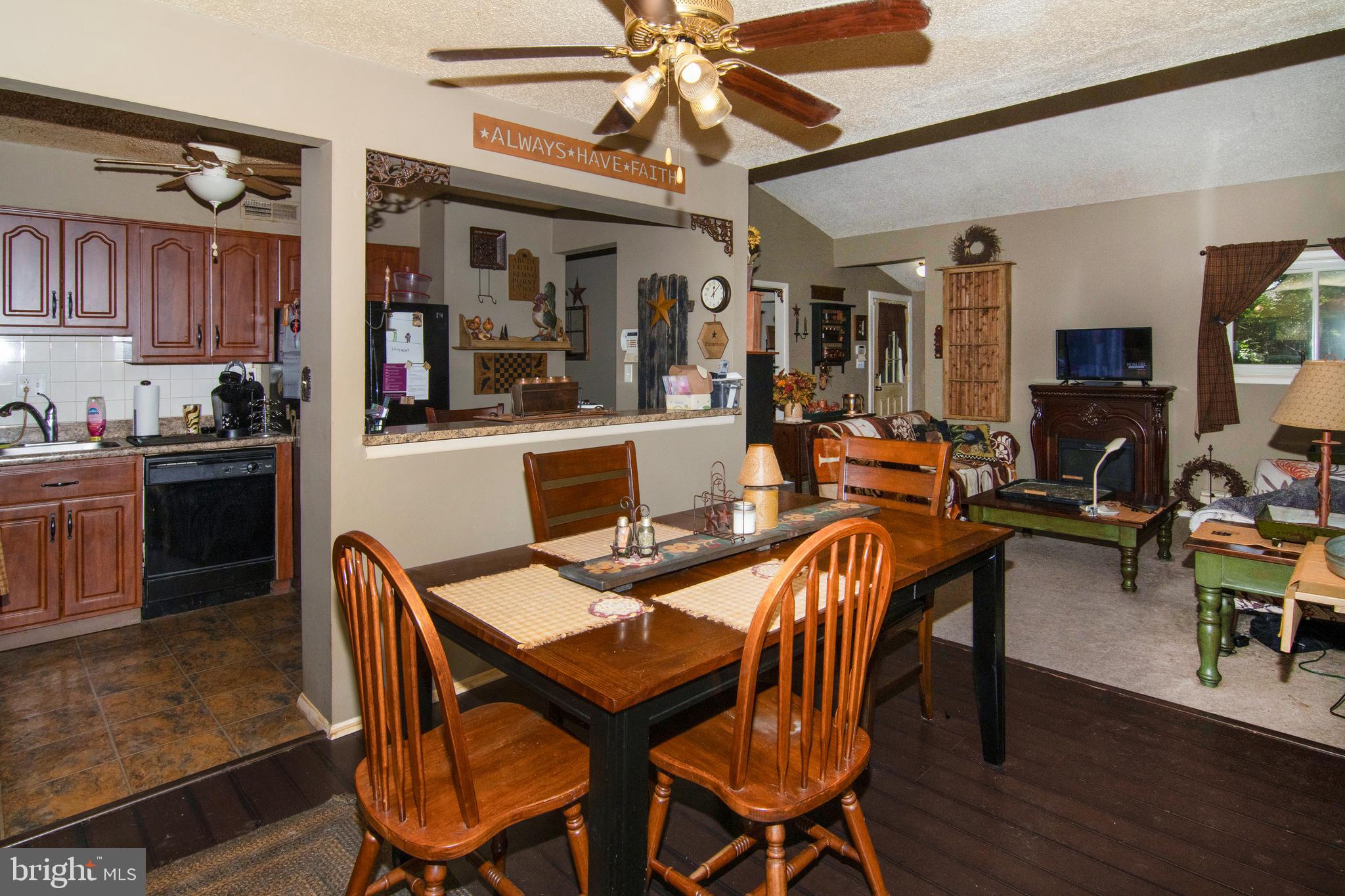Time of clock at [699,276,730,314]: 12:07
